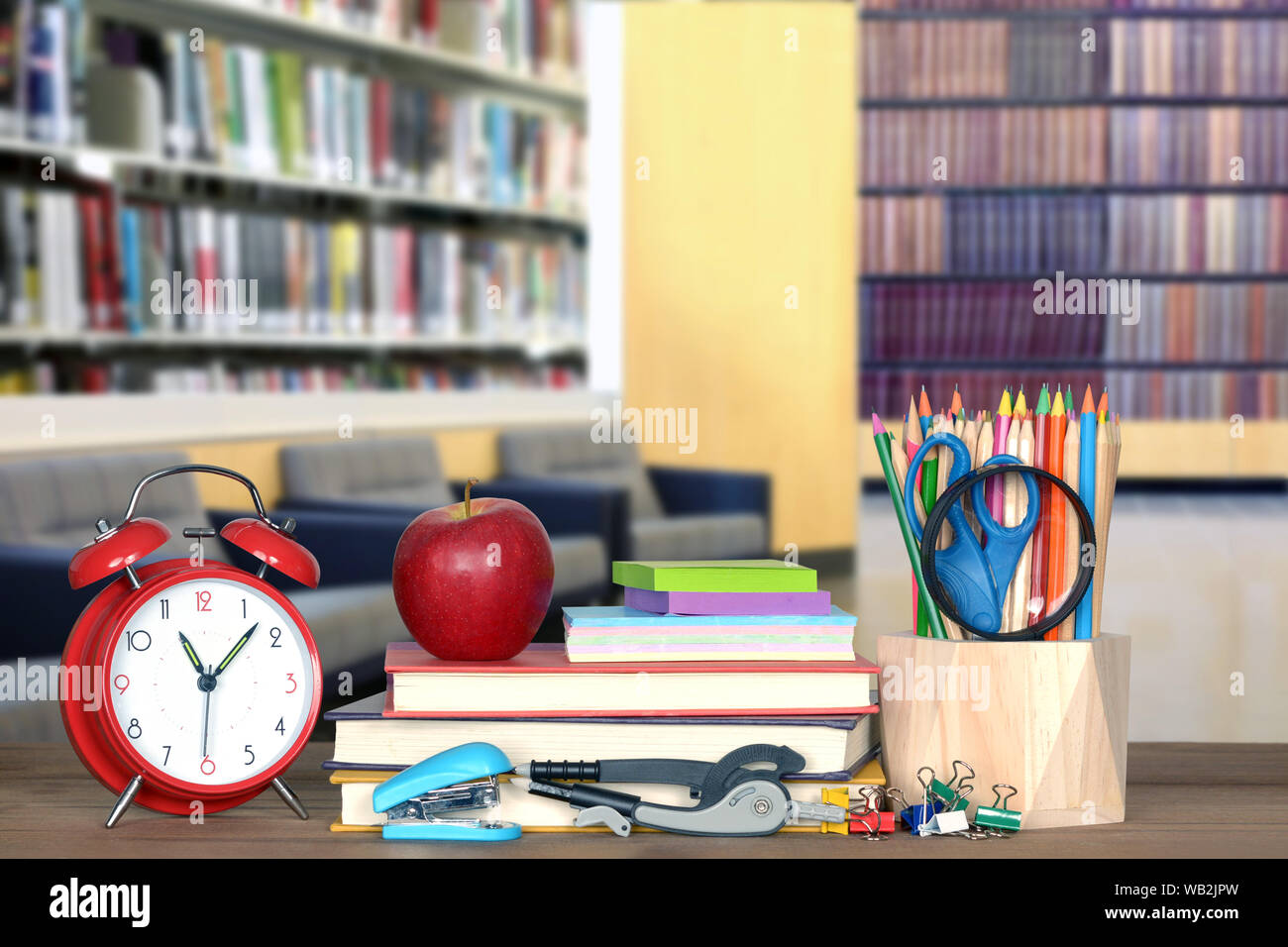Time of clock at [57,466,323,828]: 11:07
